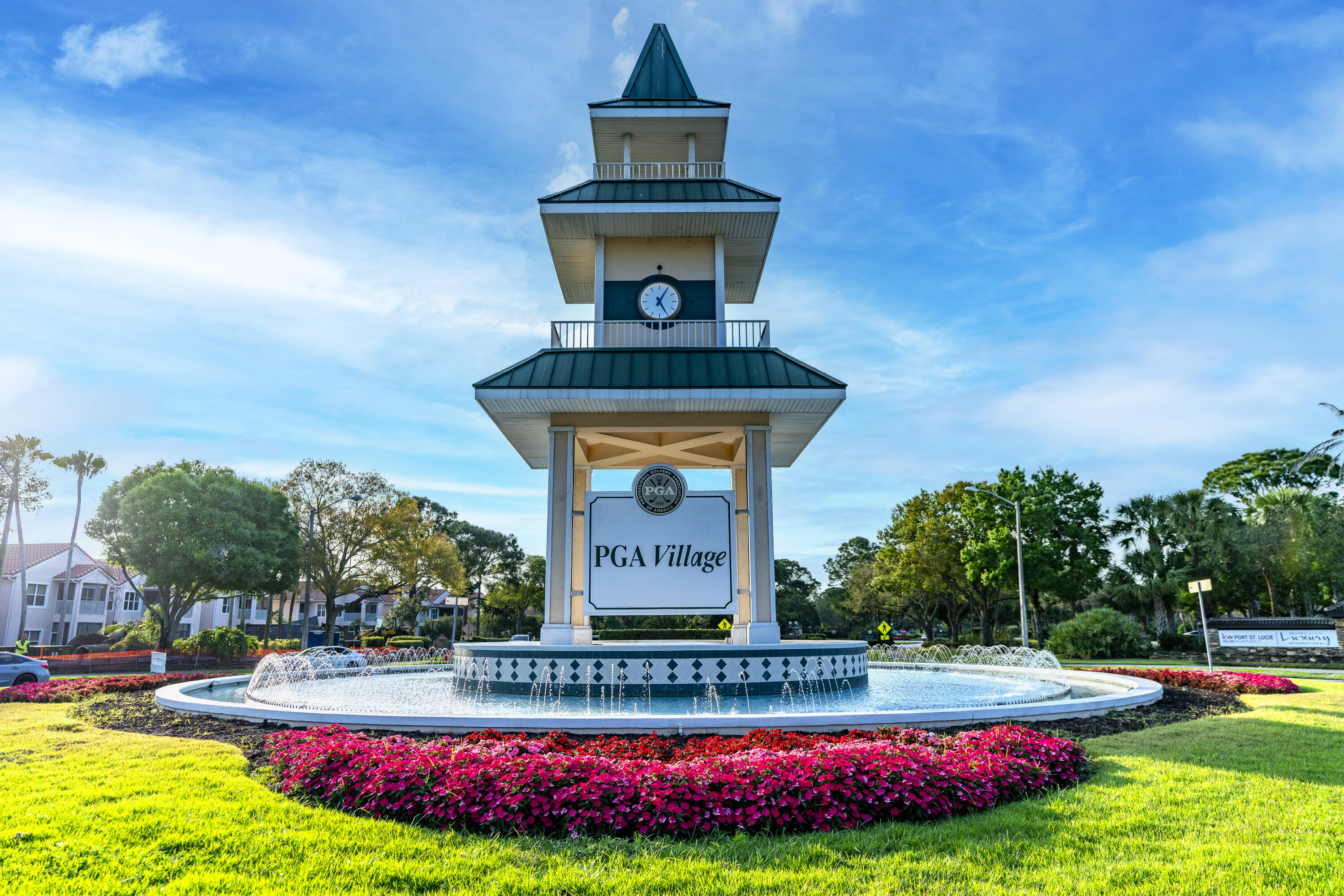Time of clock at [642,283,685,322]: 5:05
